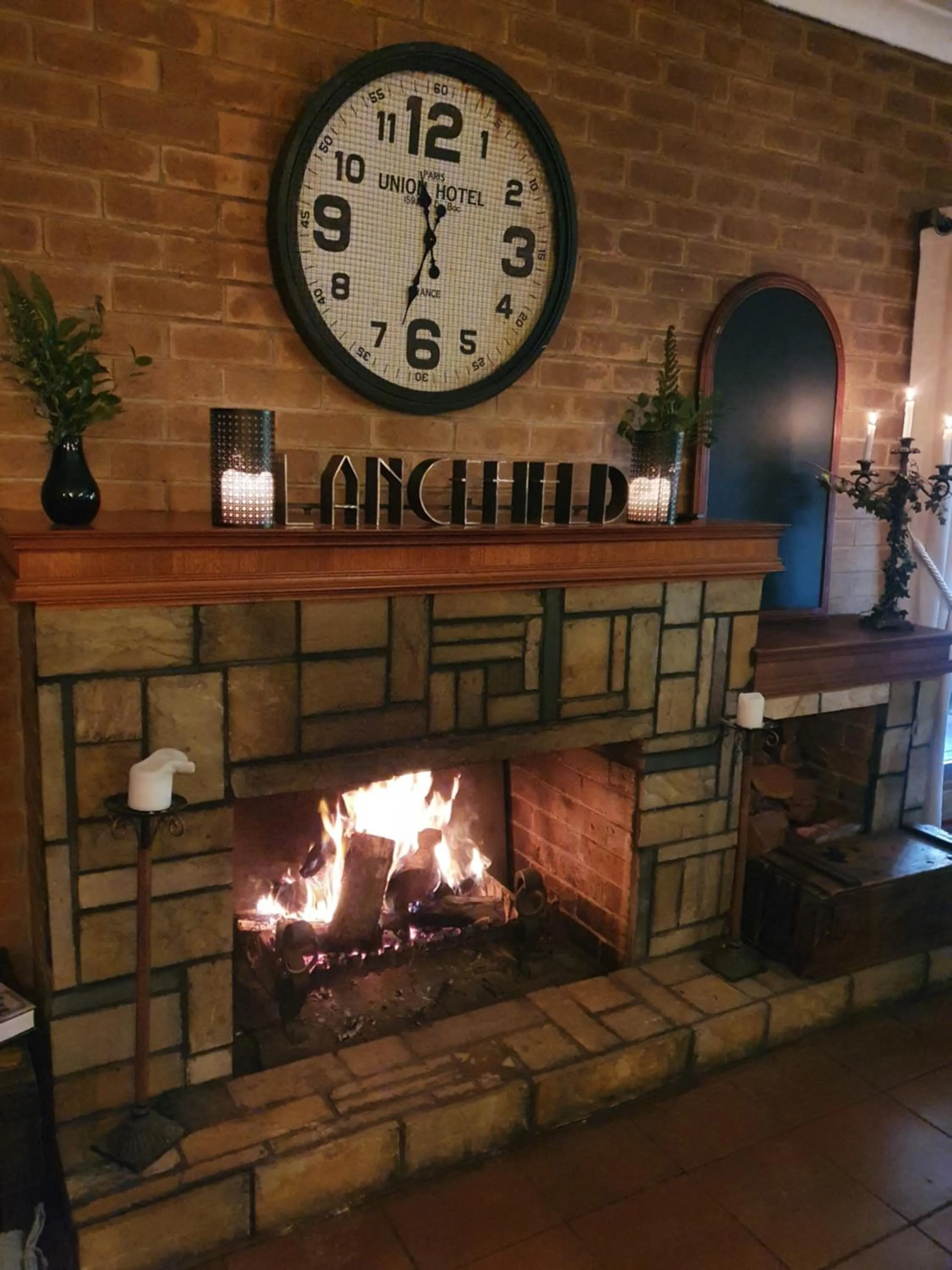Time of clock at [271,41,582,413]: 11:32
